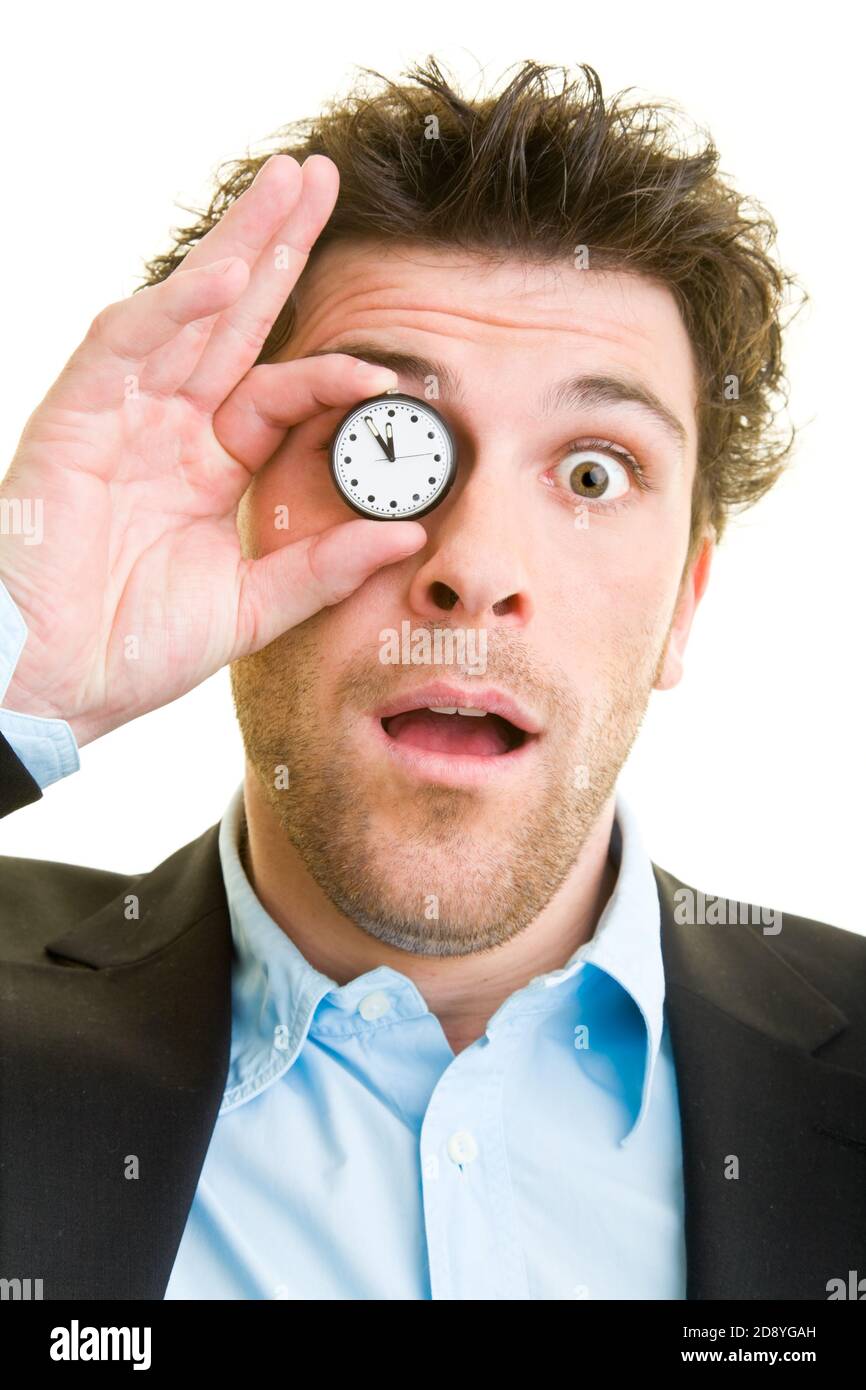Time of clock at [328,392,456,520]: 11:54
